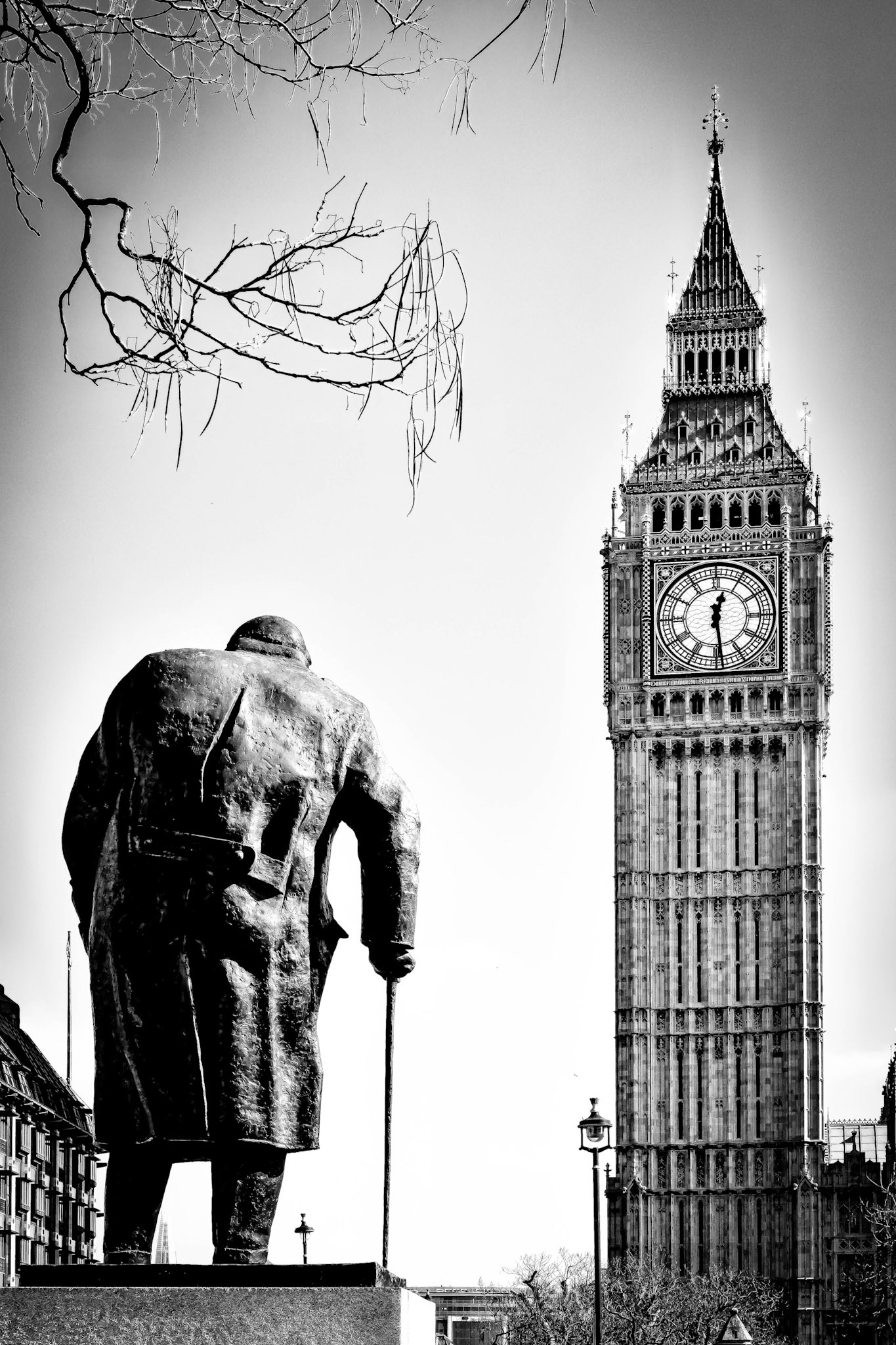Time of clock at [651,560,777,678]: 12:28
